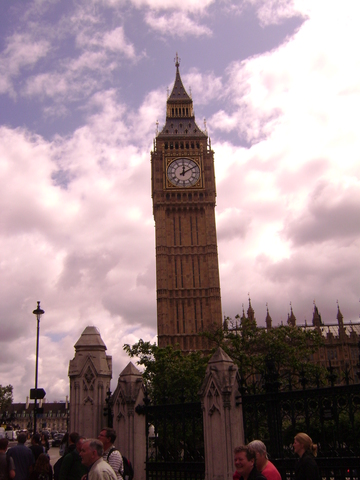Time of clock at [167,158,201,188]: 12:10
